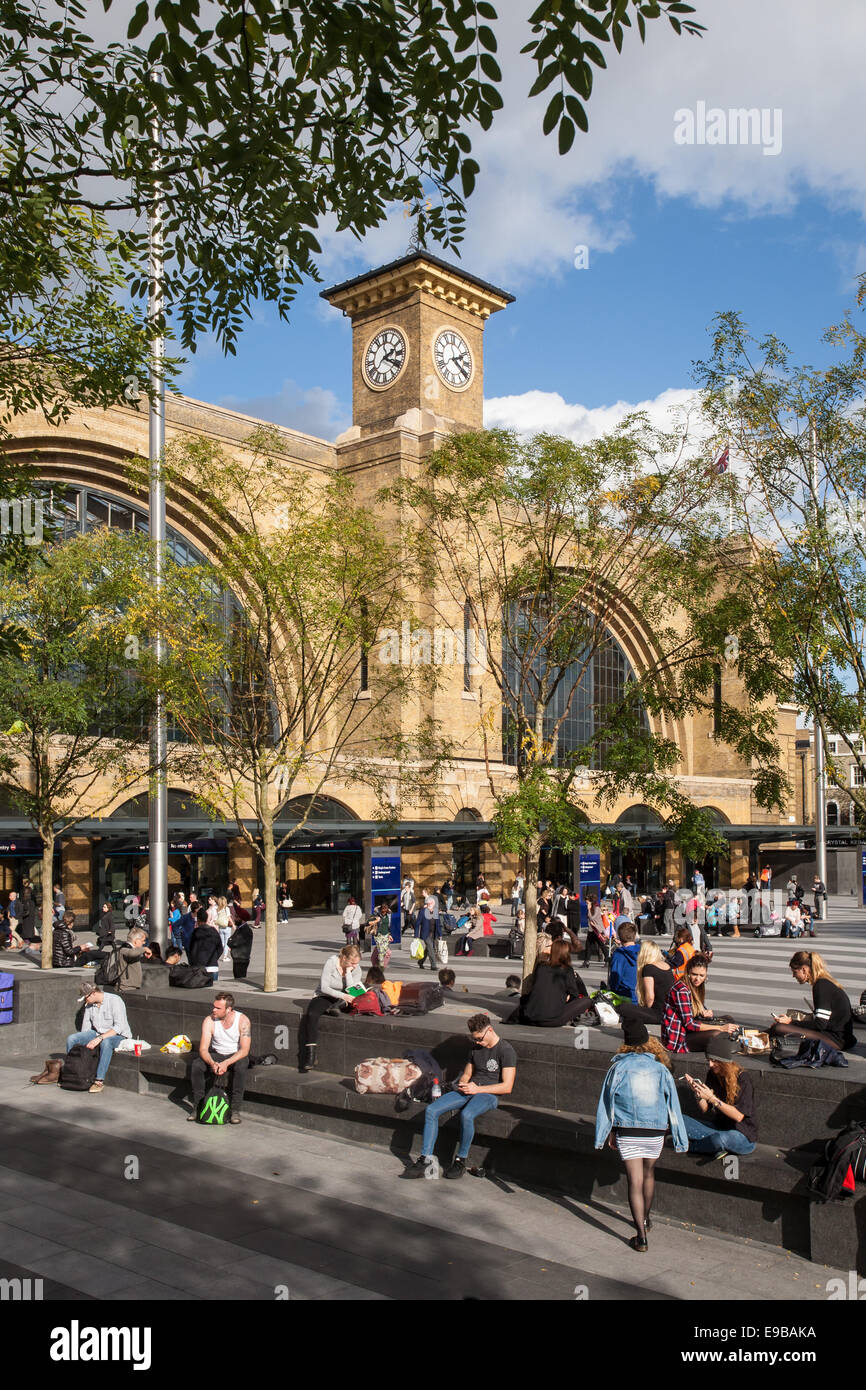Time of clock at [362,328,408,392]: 2:20
